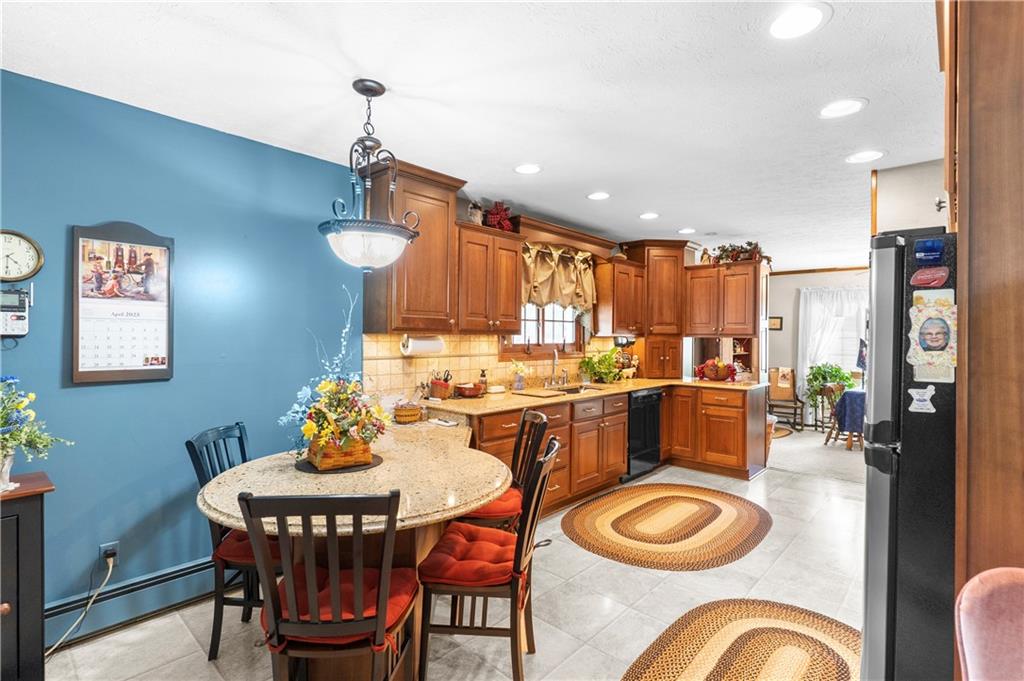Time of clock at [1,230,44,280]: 4:31
